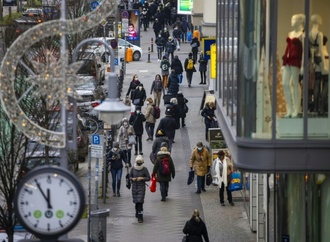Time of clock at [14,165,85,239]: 11:54
